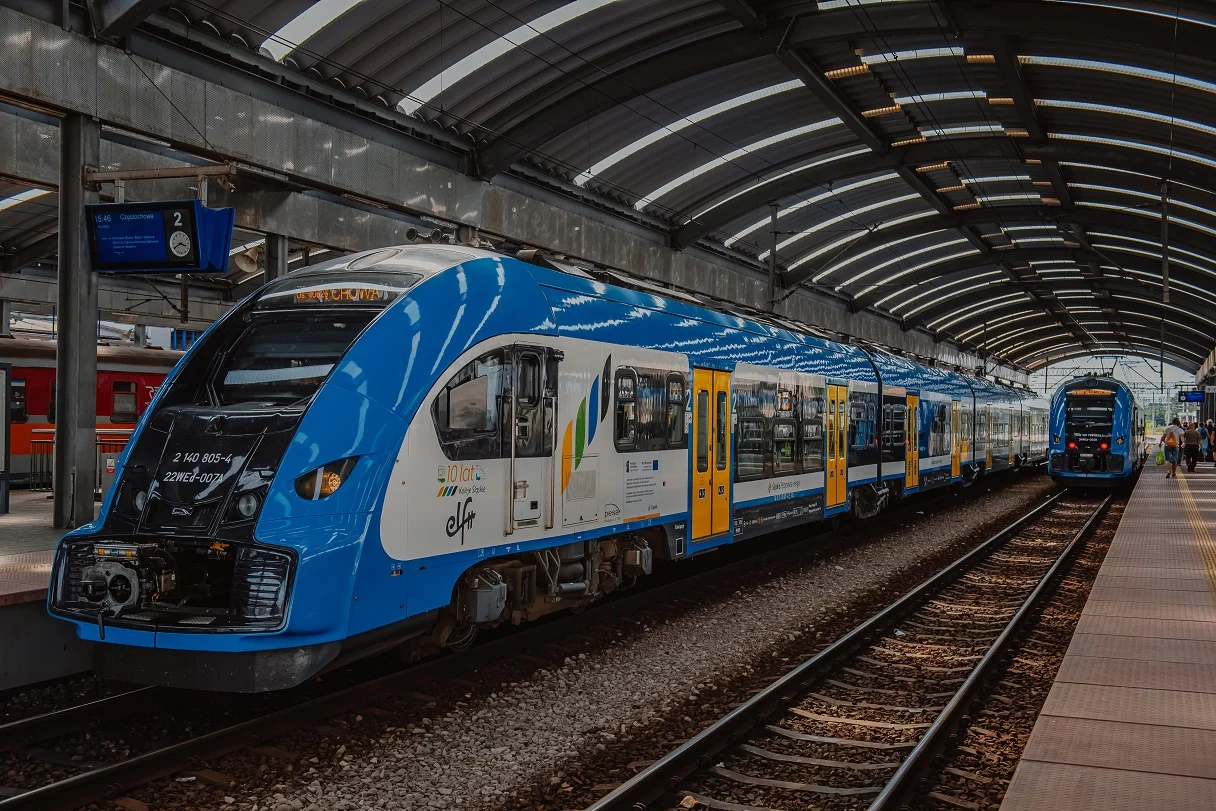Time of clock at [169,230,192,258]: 3:40
